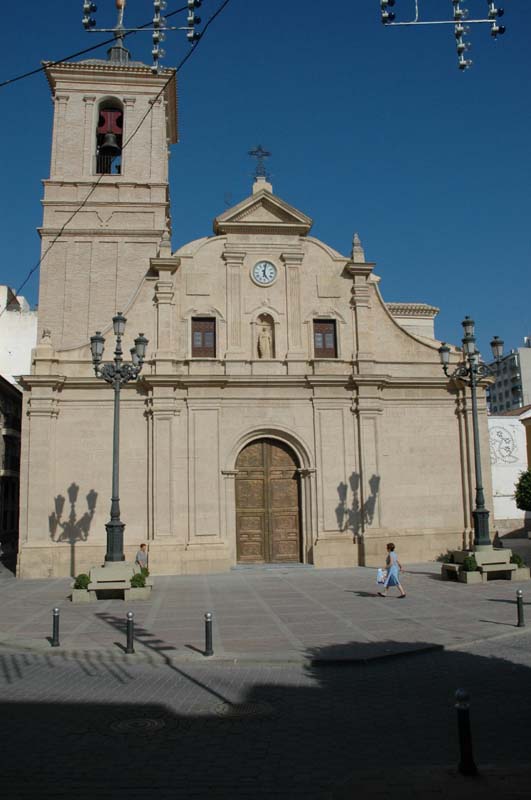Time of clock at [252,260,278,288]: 5:01
